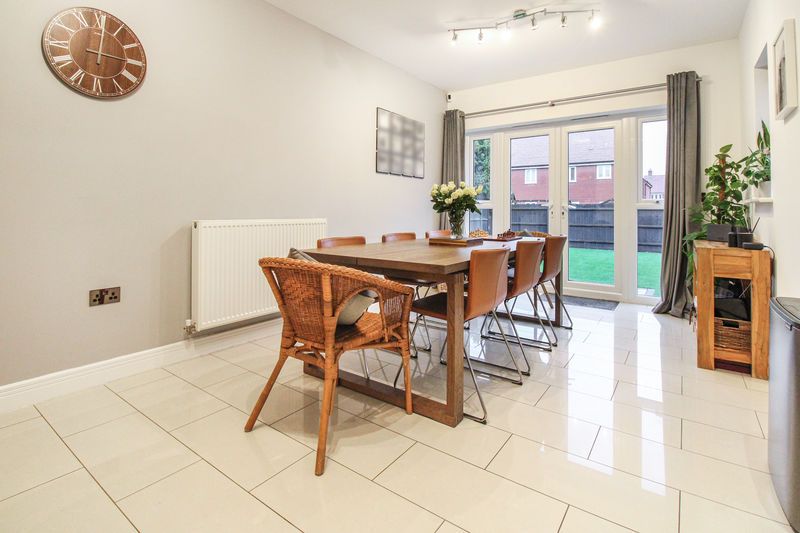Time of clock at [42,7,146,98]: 3:00
